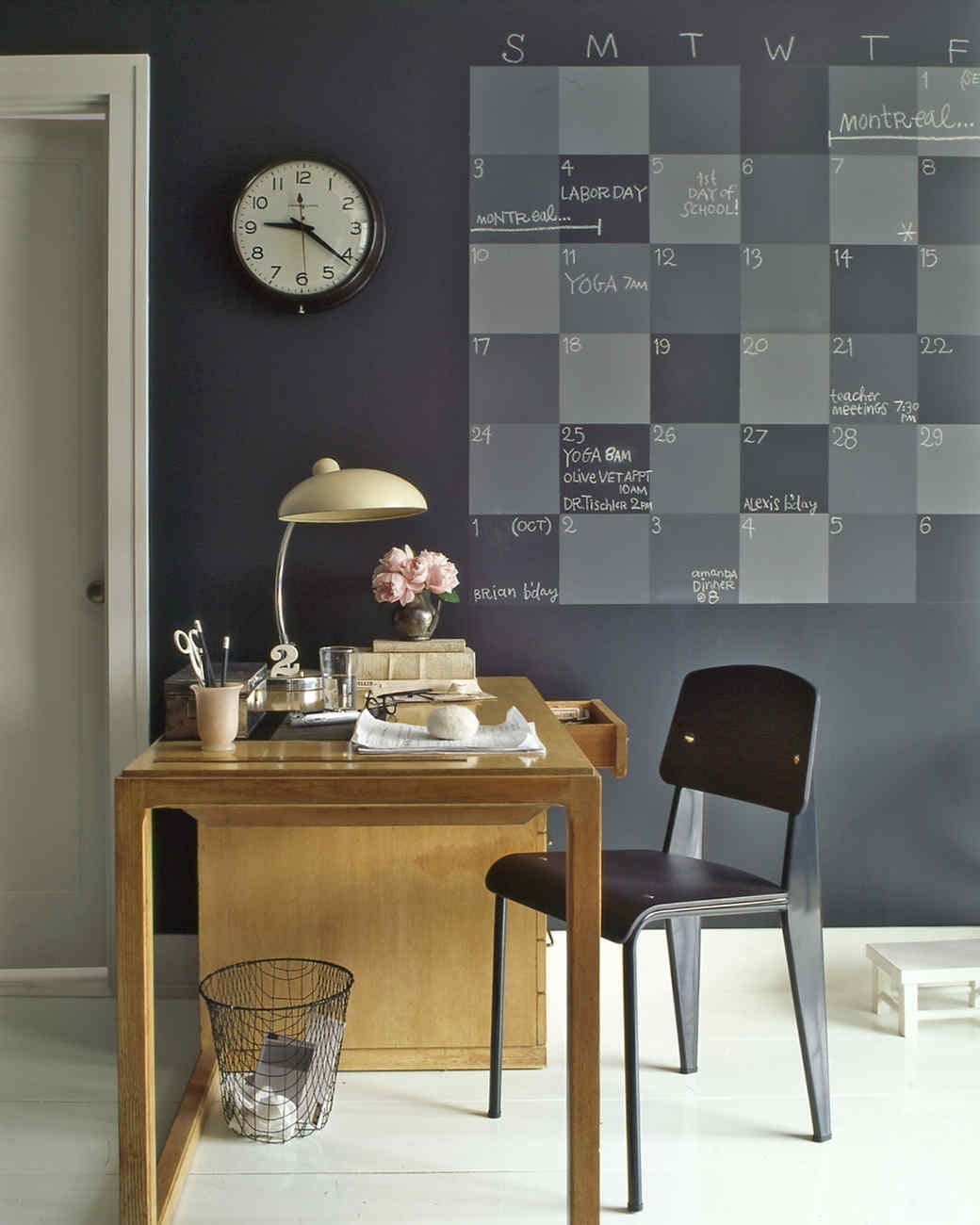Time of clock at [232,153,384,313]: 9:21
